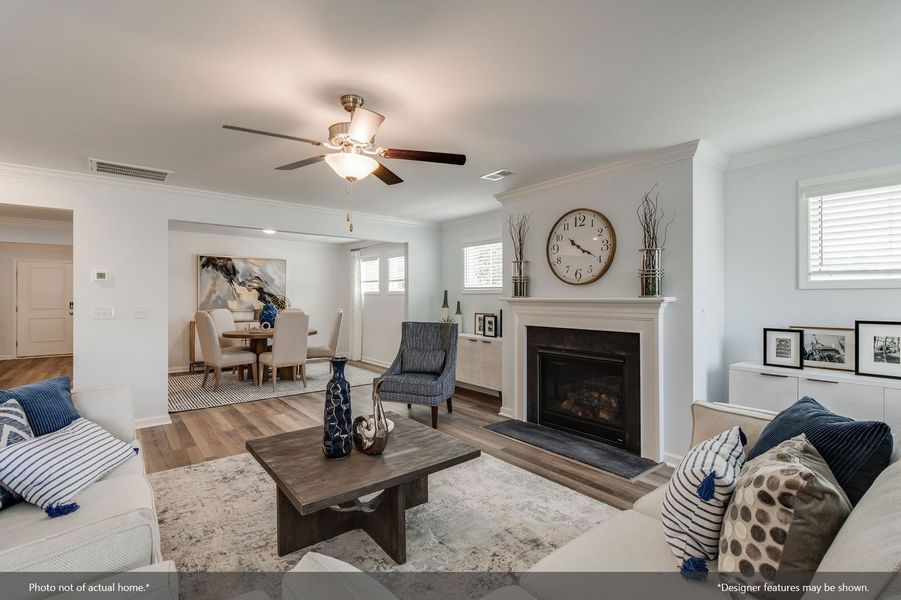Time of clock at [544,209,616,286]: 10:19
